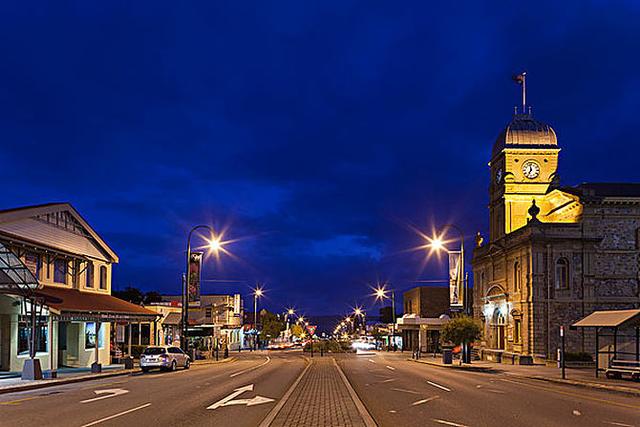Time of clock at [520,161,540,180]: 6:58
